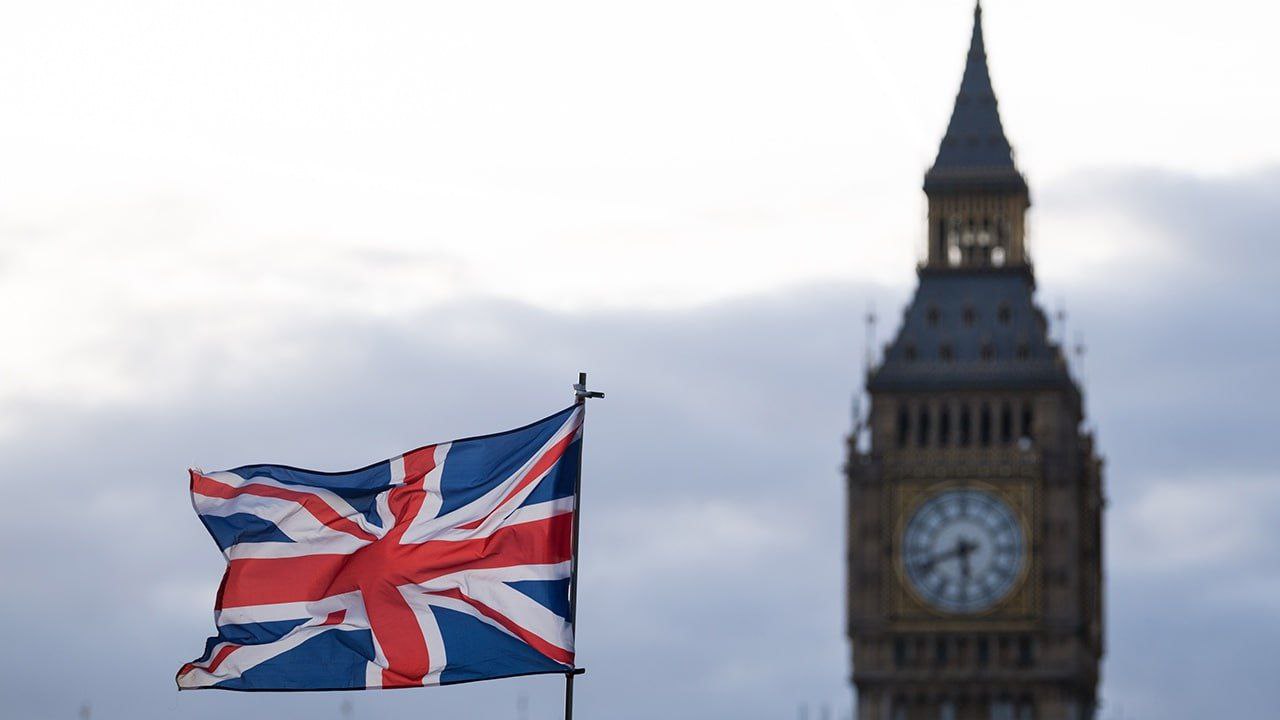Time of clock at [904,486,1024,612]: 5:41
